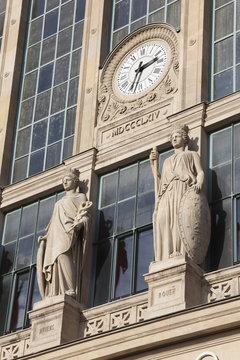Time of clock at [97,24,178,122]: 2:33
